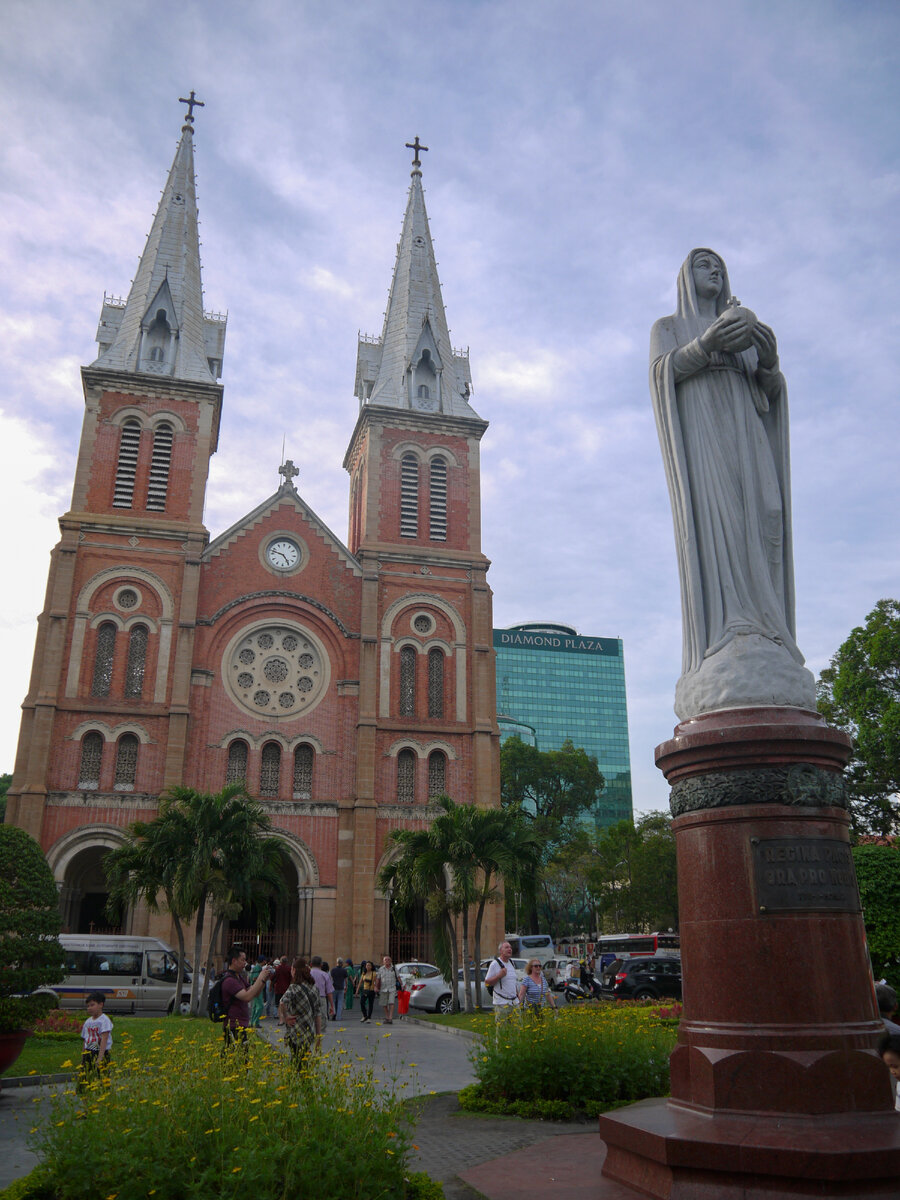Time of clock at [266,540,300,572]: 4:47
